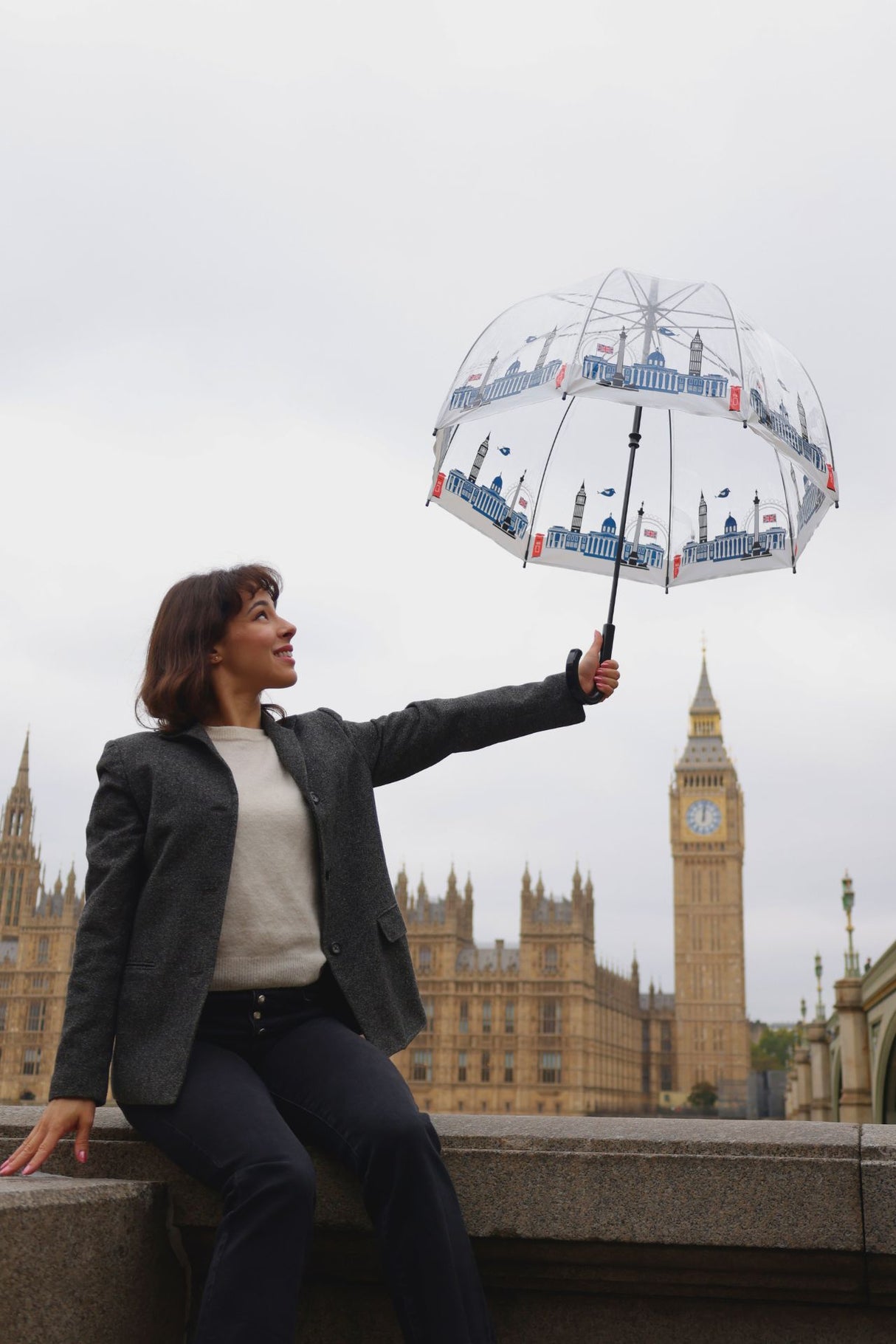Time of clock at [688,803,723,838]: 12:01
